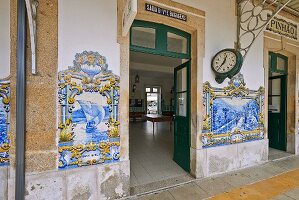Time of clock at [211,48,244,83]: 12:36
